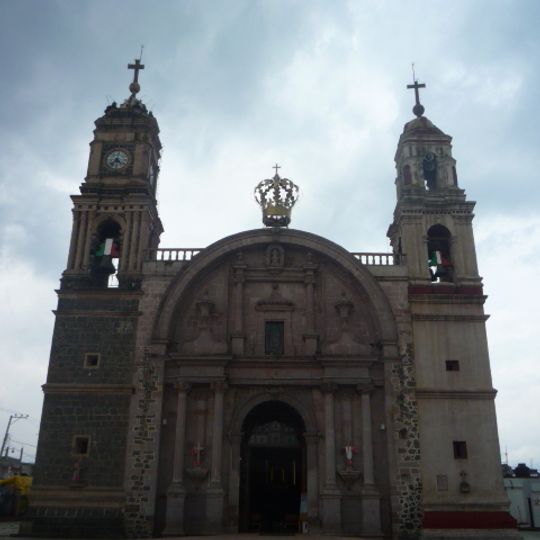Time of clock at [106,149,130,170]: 4:37
